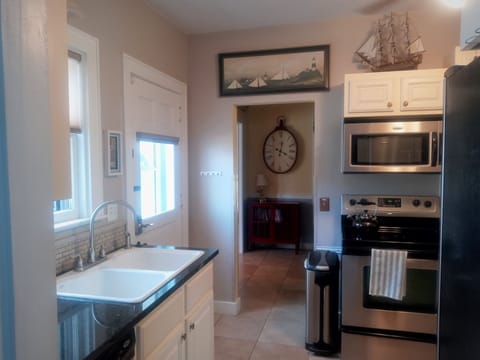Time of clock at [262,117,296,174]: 12:18
